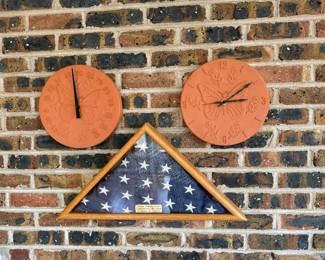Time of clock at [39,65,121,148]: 11:59
